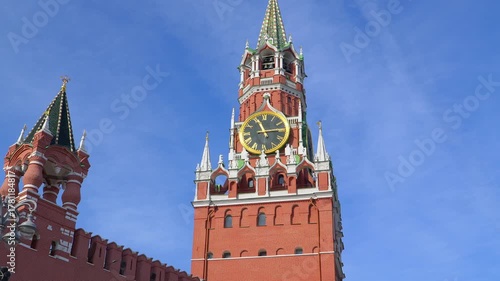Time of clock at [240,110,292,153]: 11:14
